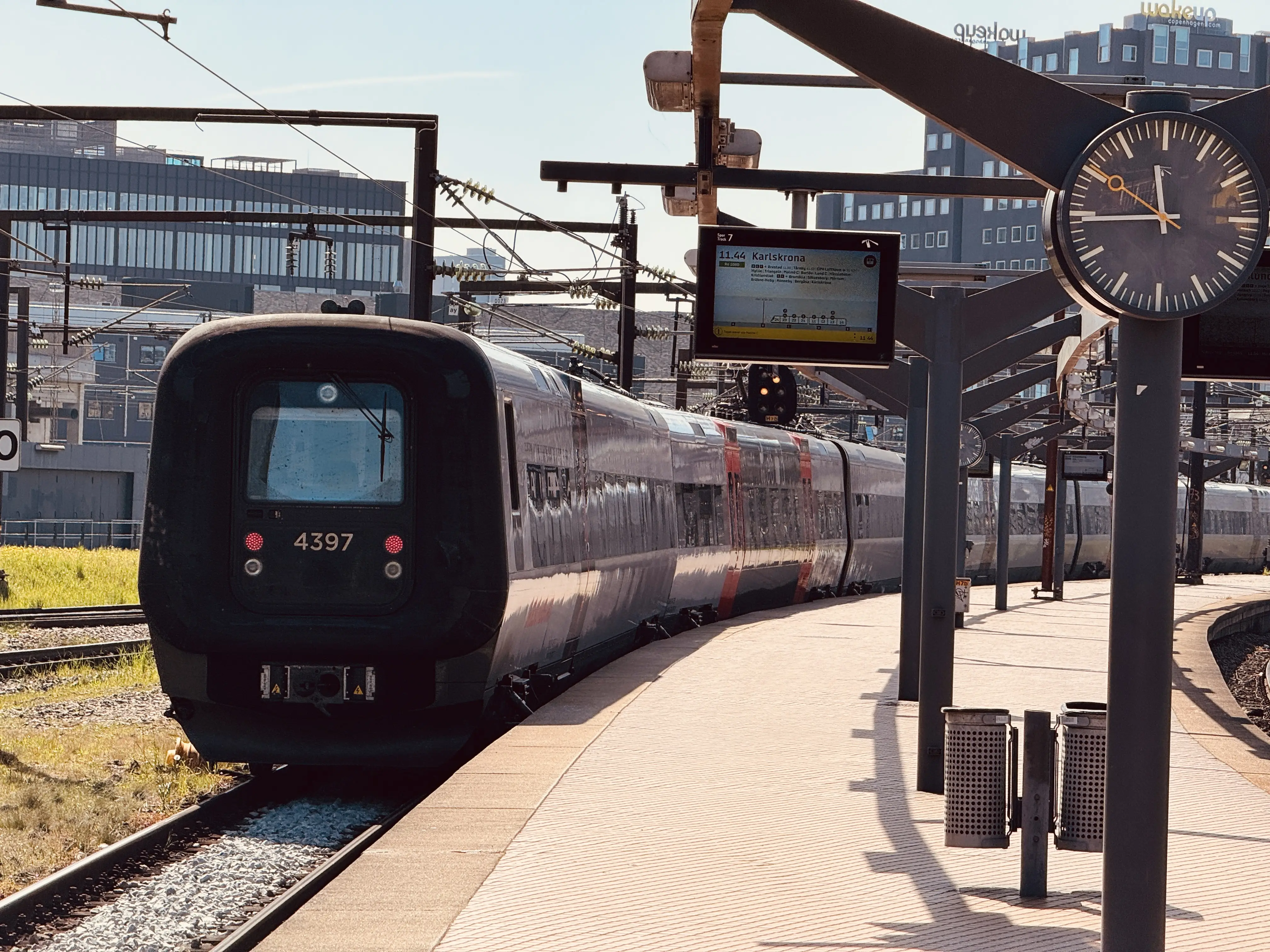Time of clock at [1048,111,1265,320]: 11:44
